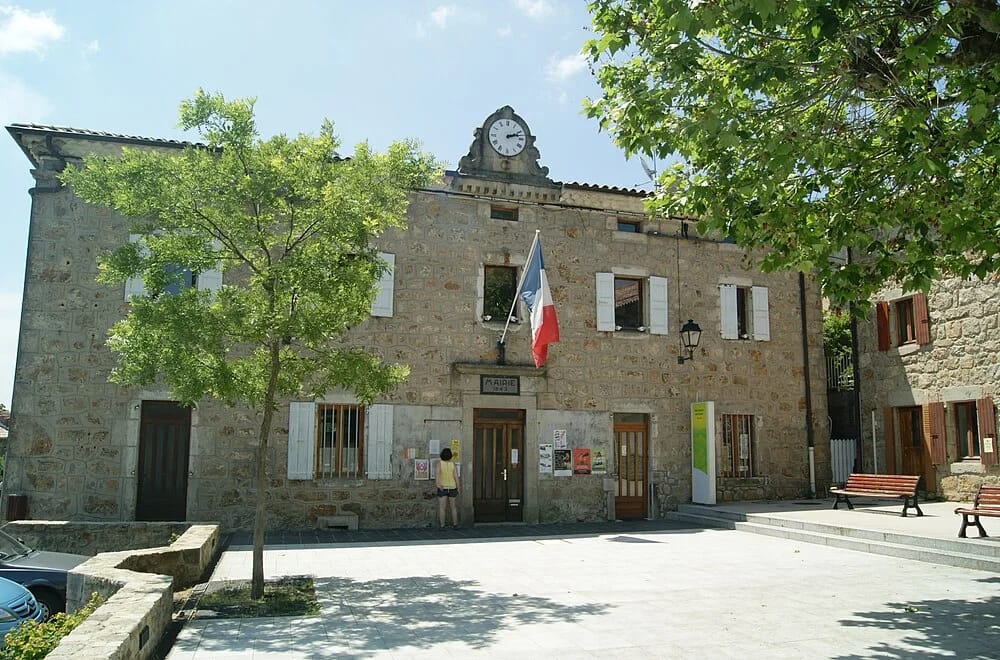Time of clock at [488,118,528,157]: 2:12
